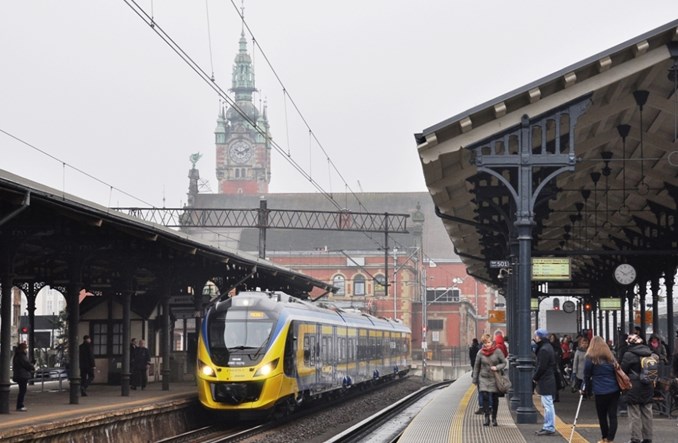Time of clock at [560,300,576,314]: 9:12
